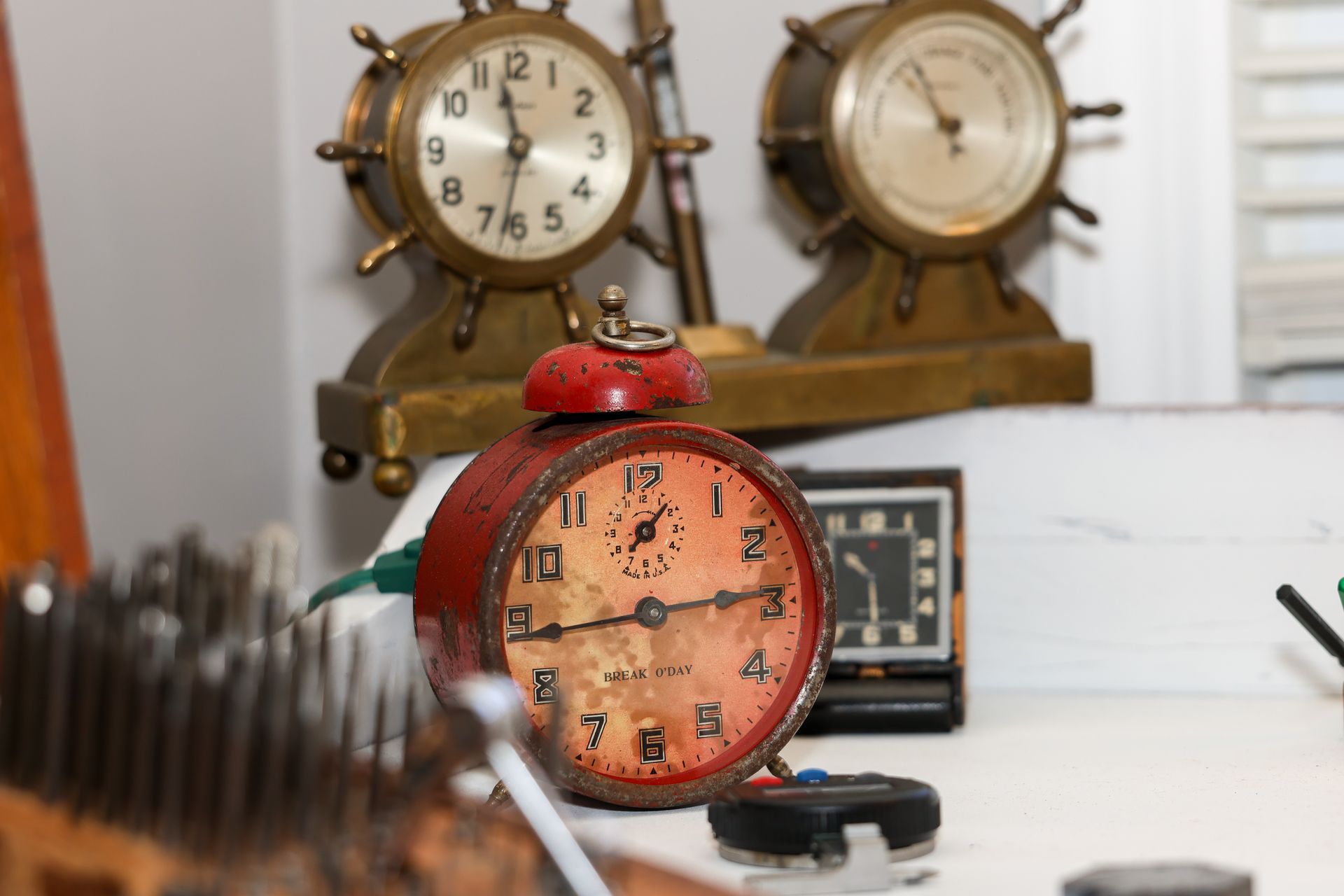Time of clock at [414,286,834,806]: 2:43
